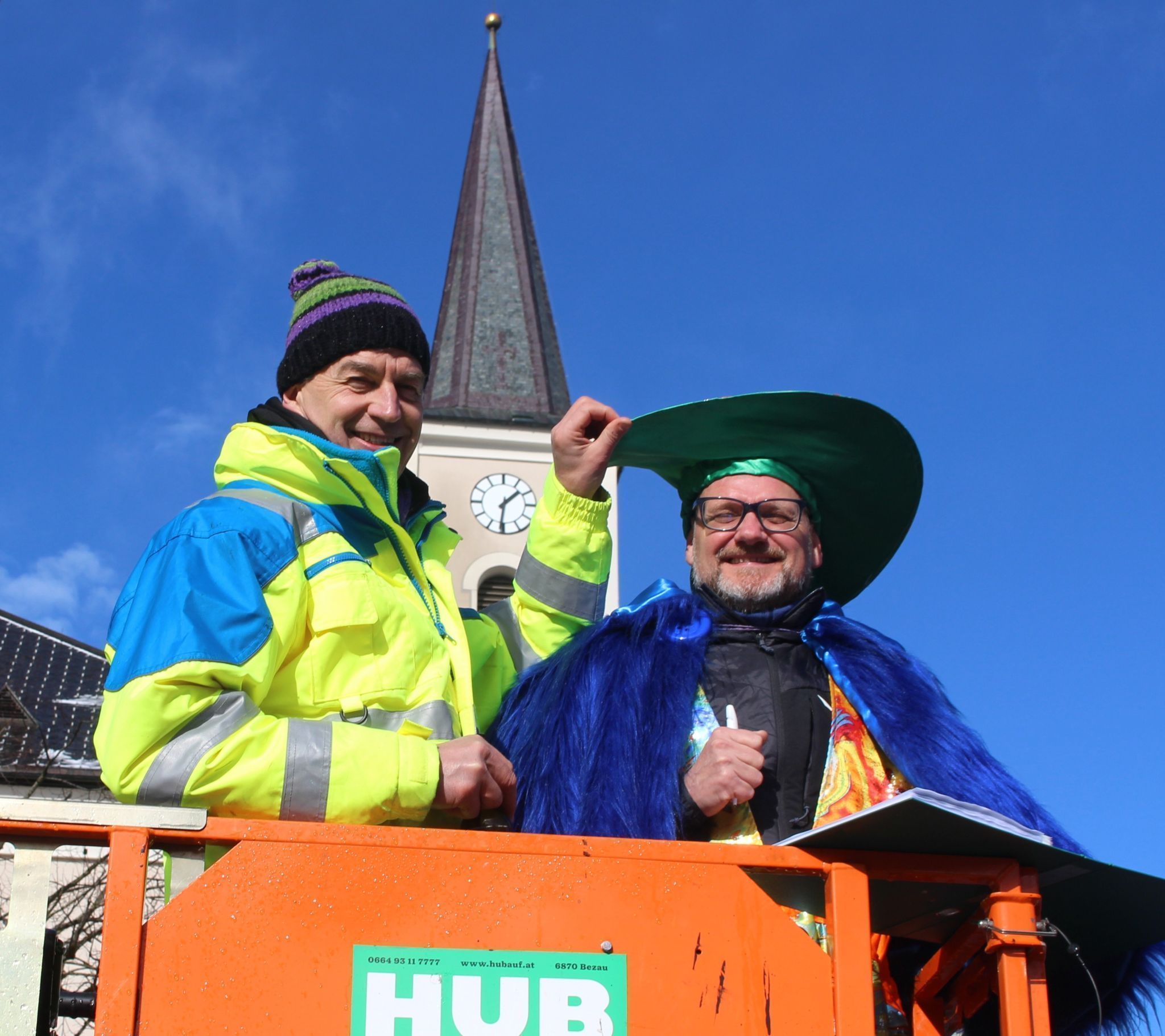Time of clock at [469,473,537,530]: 1:30
